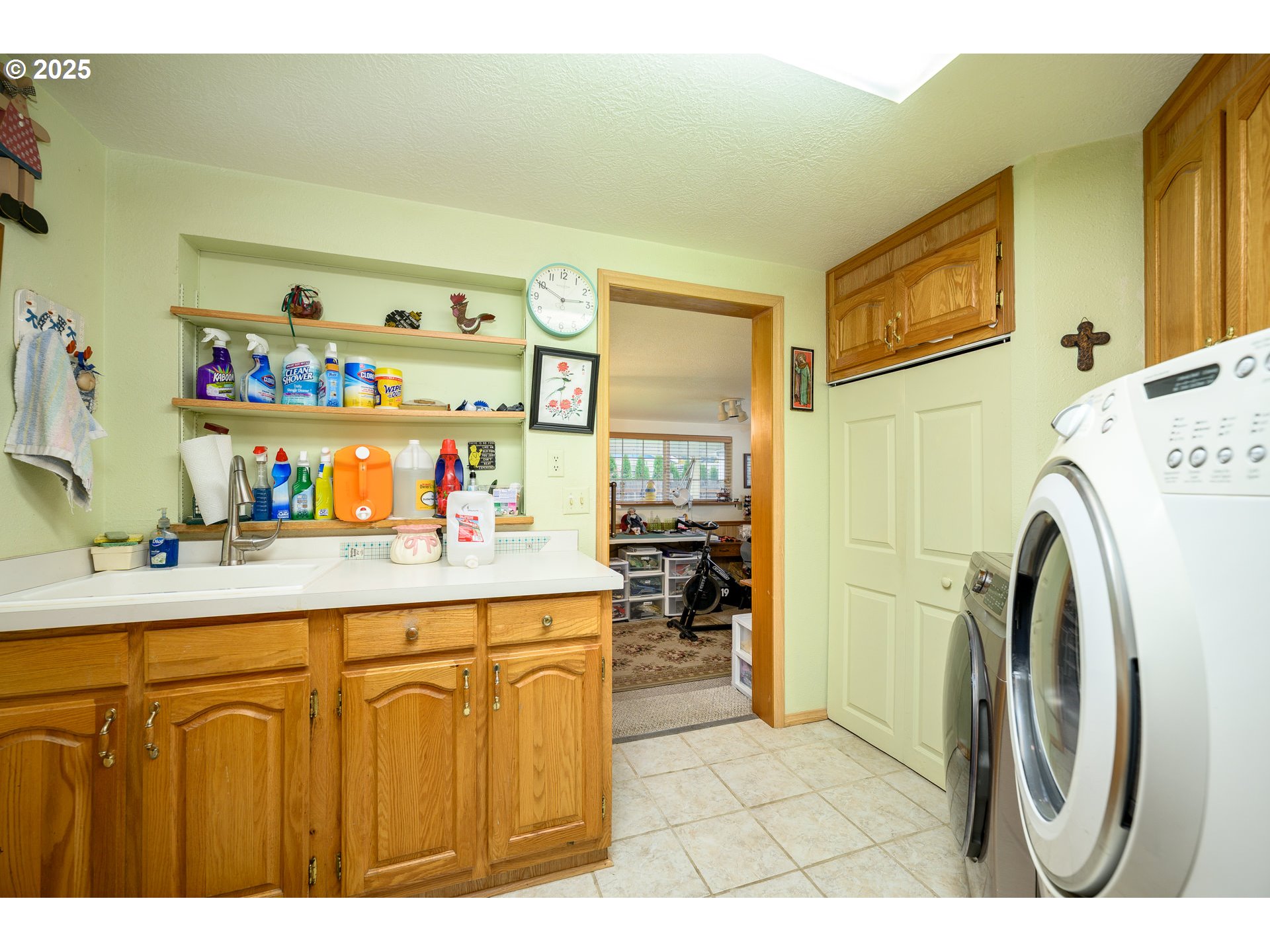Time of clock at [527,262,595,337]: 2:49
